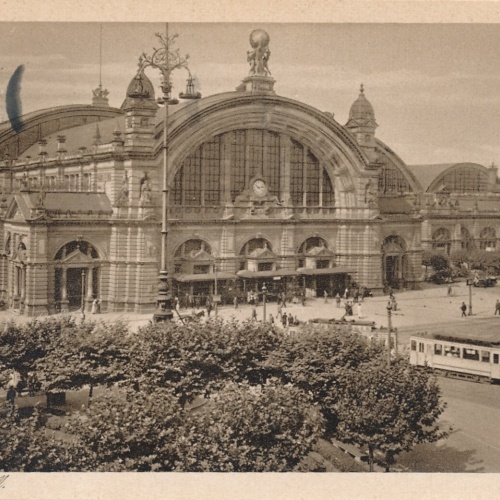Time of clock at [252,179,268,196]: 10:12
